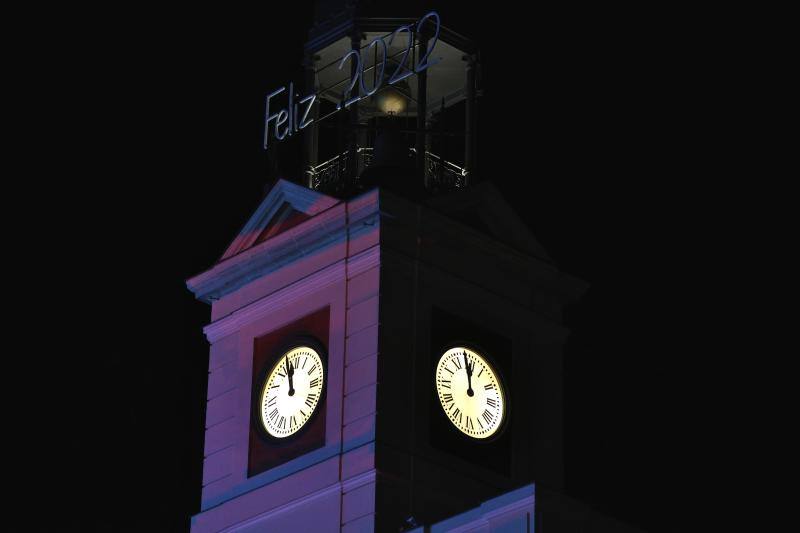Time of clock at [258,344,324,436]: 11:57
